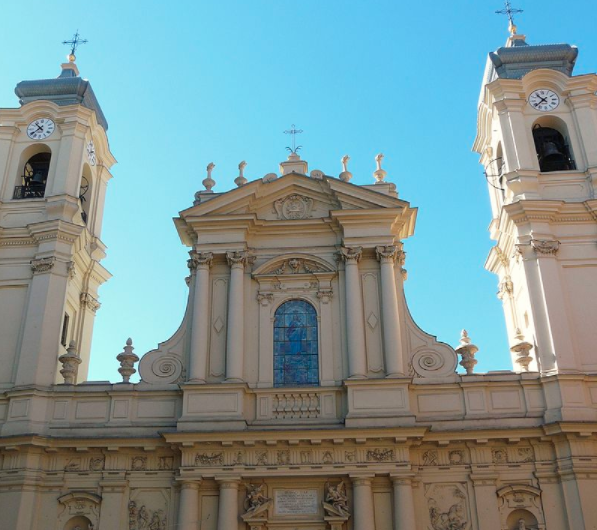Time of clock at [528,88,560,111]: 10:38
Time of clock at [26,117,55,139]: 10:38
